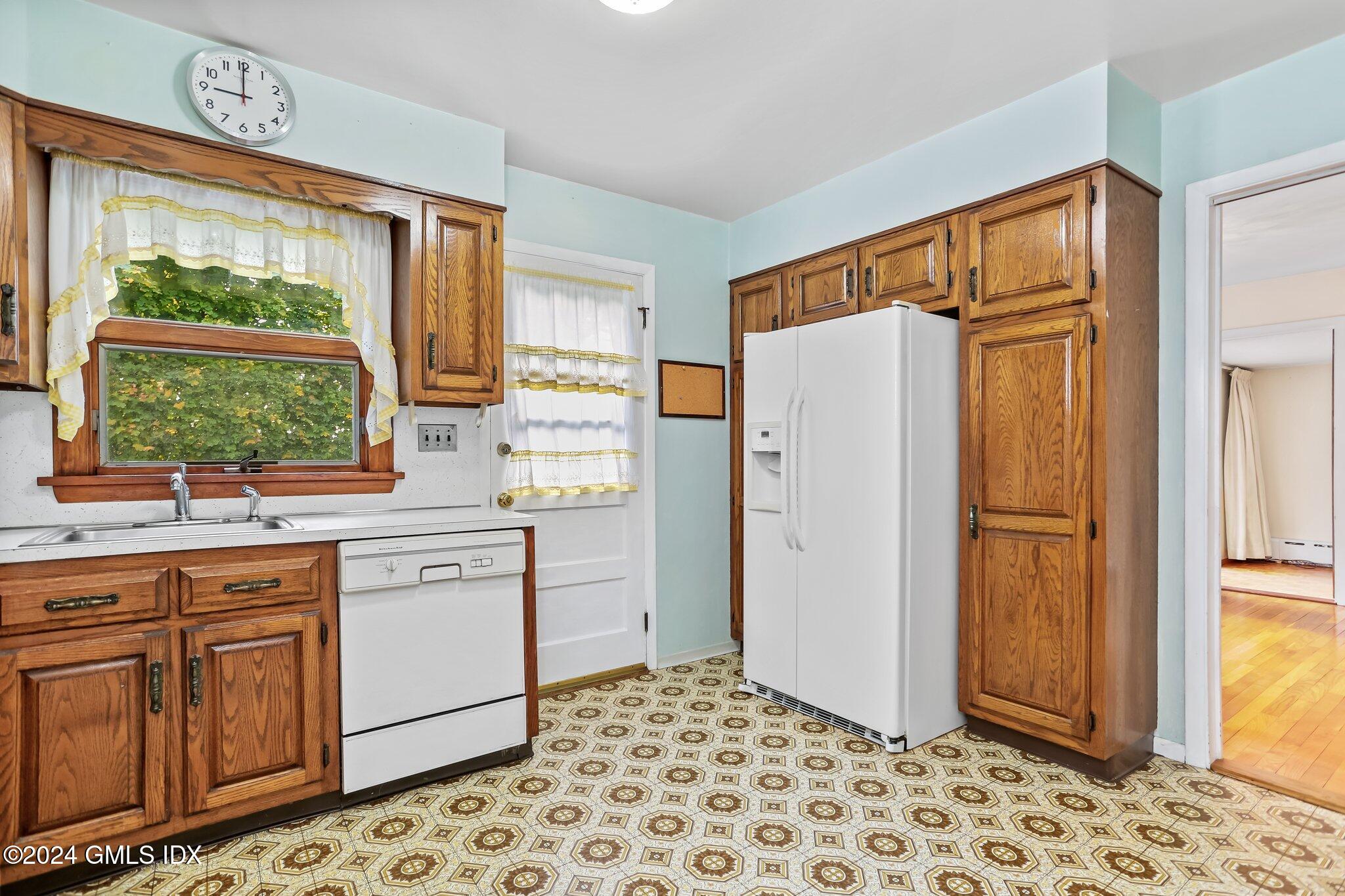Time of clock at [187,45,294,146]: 8:59
